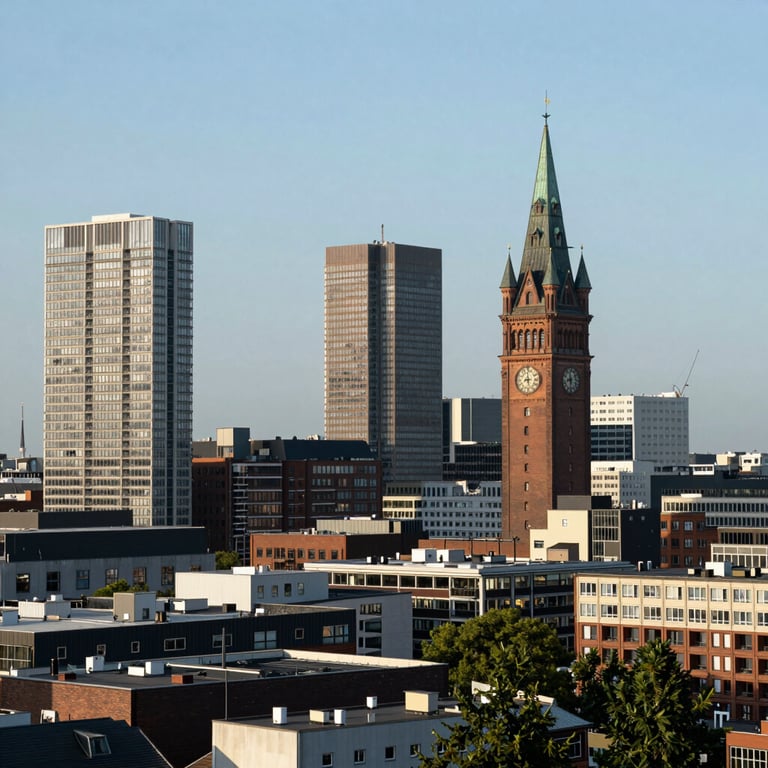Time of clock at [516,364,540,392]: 8:27
